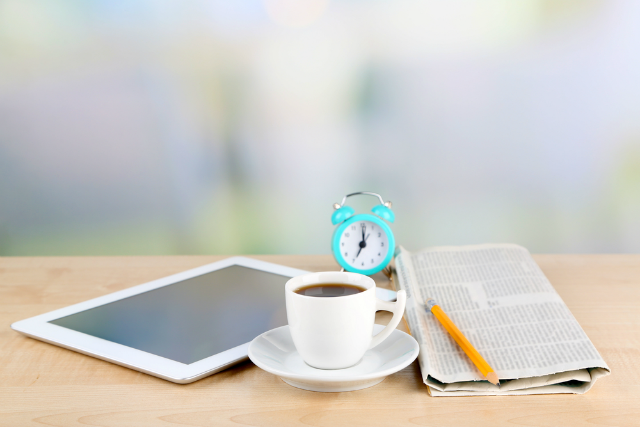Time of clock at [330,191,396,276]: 7:00
